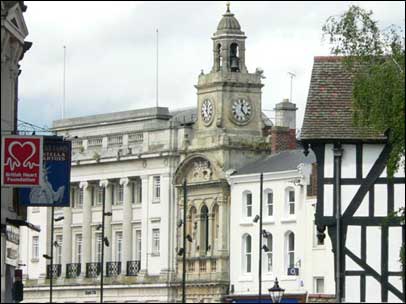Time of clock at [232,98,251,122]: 12:23
